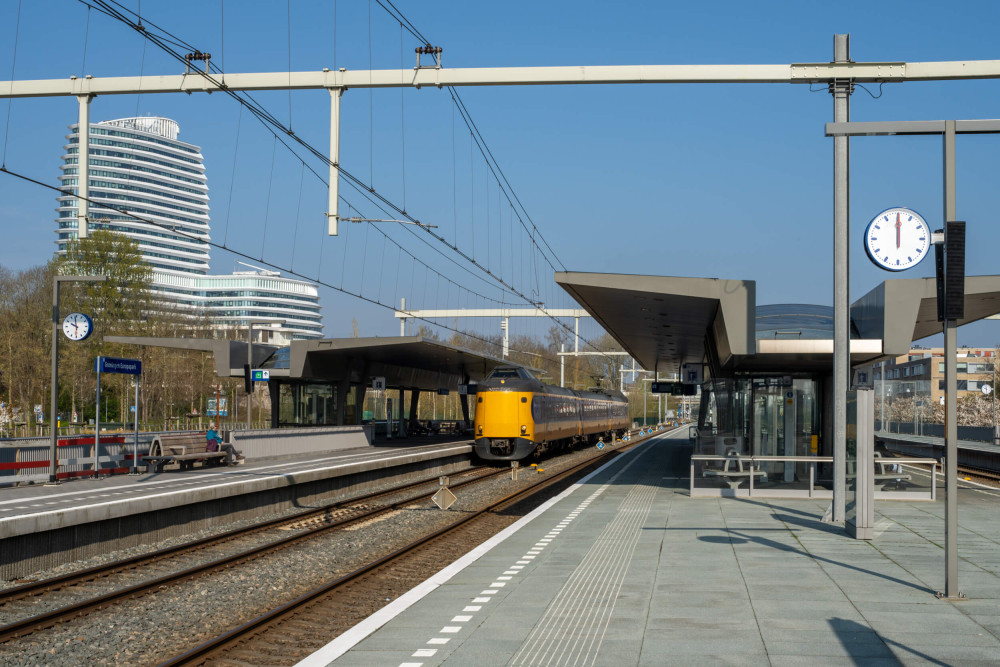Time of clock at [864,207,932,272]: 11:59
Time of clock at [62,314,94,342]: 9:58
